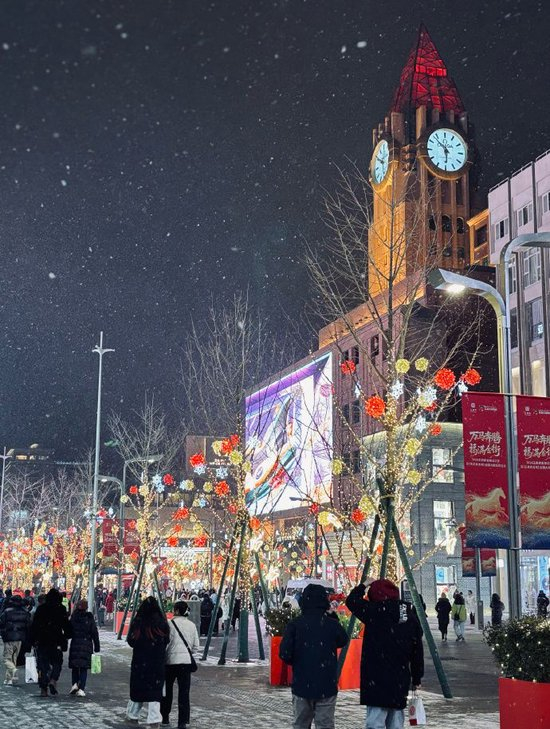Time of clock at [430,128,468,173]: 5:52
